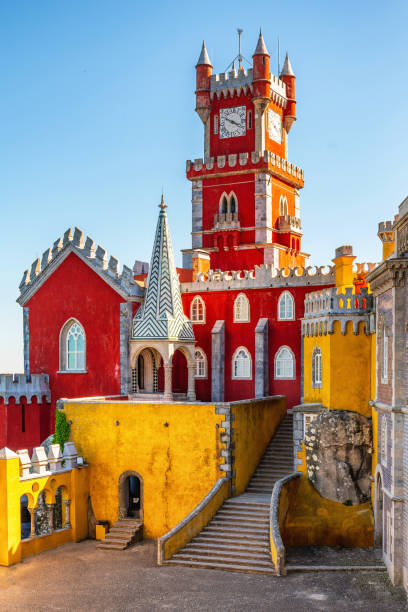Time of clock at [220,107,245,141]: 3:49
